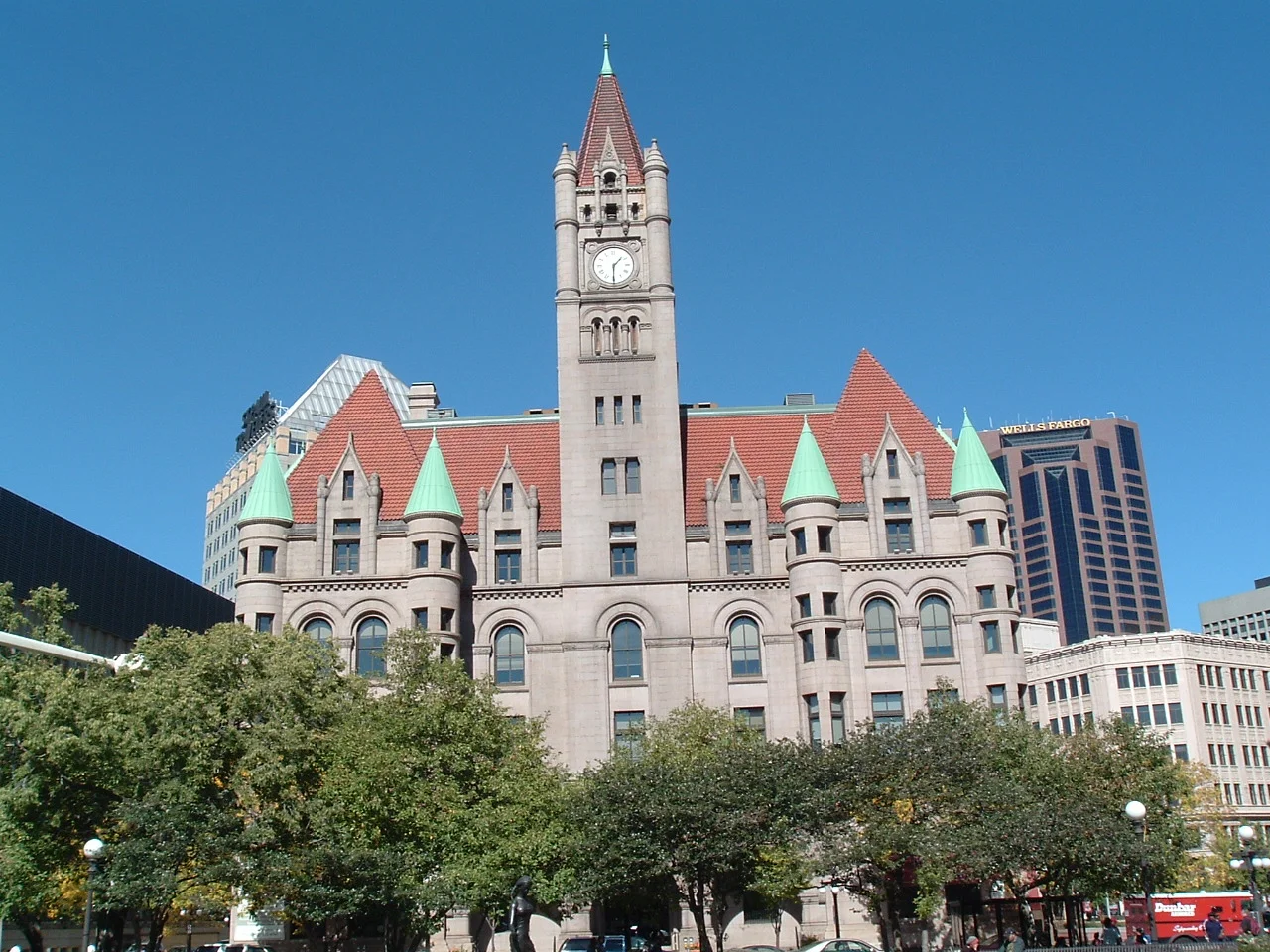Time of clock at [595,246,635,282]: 1:30
